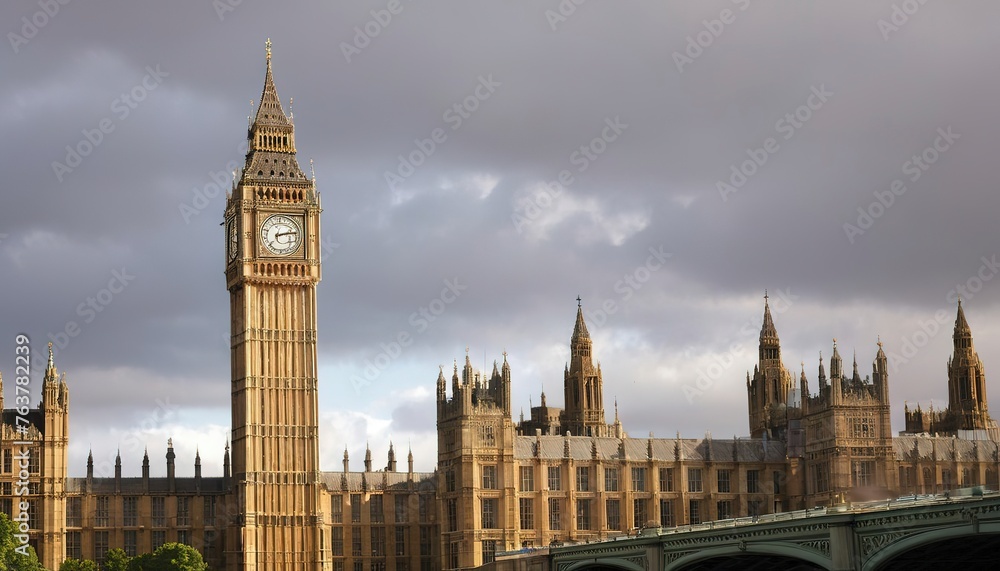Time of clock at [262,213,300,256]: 2:12
